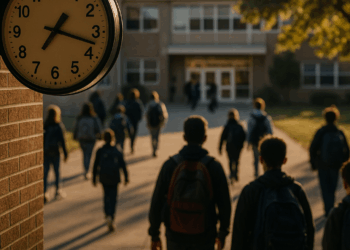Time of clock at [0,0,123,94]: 7:17
